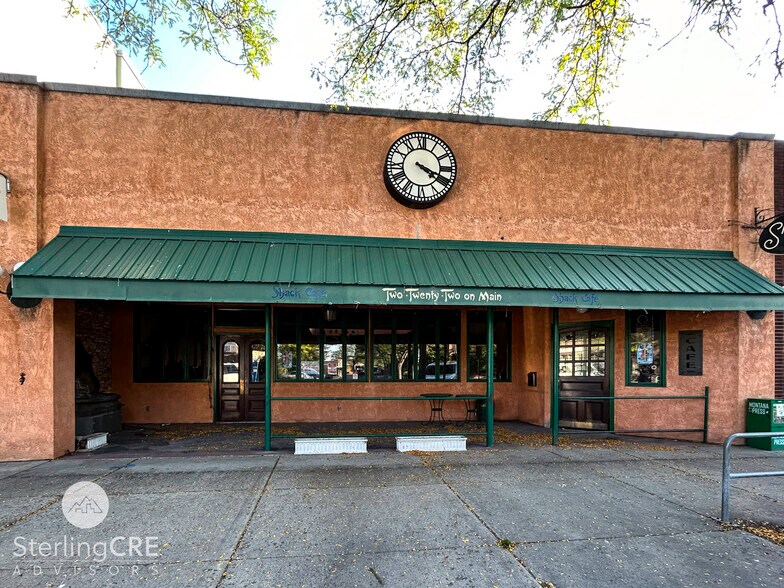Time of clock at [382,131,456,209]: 4:18
